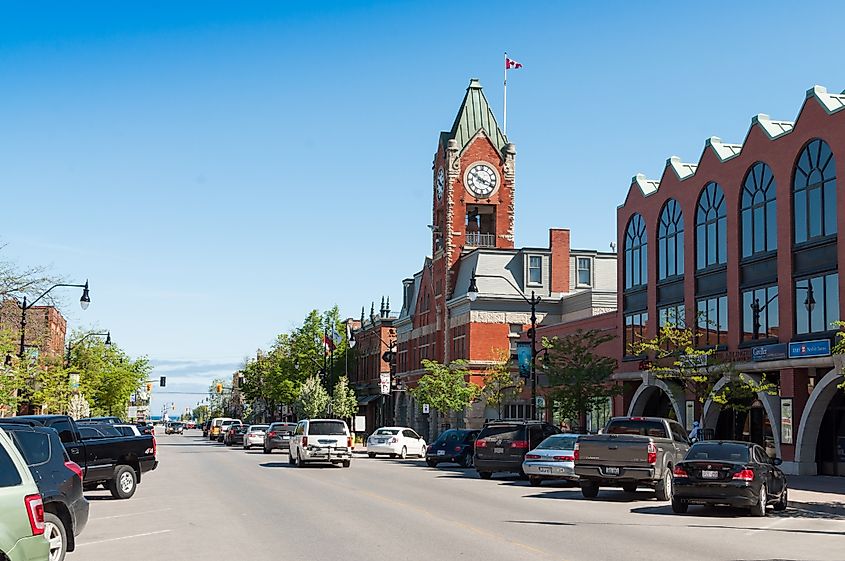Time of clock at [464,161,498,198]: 3:50
